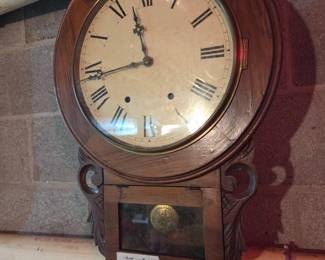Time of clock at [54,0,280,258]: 11:43
